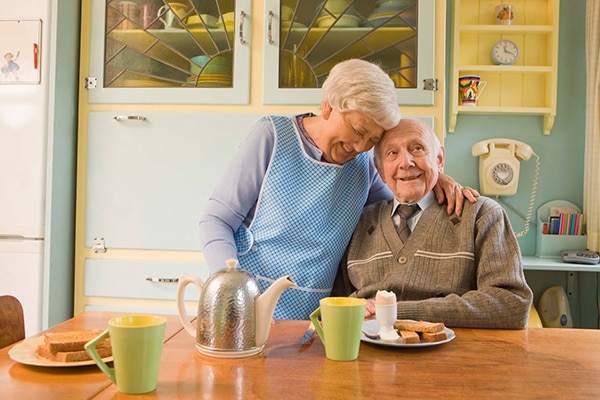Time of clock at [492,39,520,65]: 11:18
